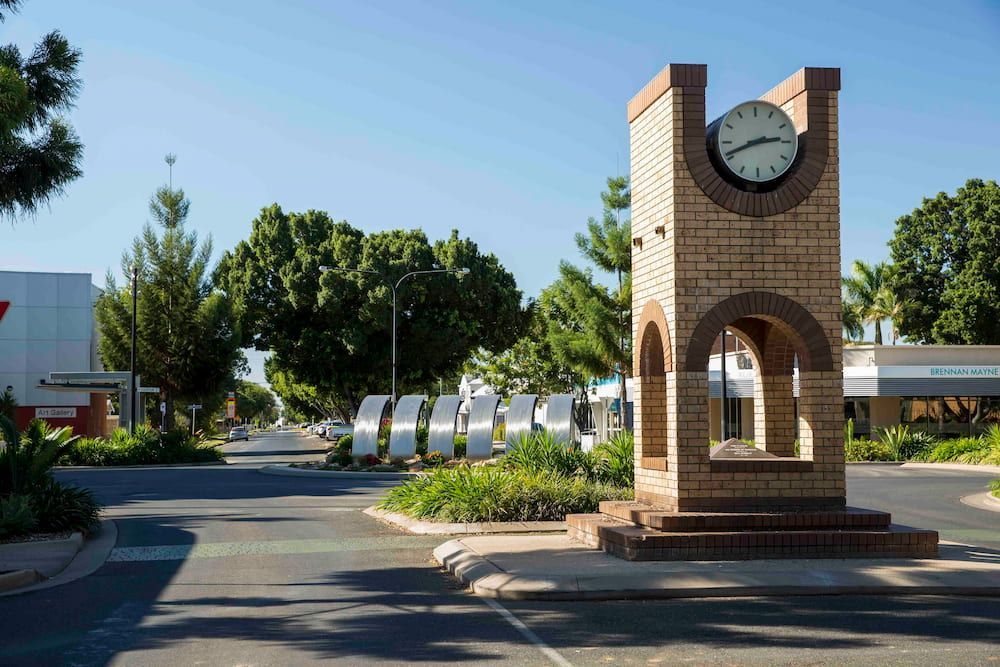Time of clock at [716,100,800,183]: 2:41
